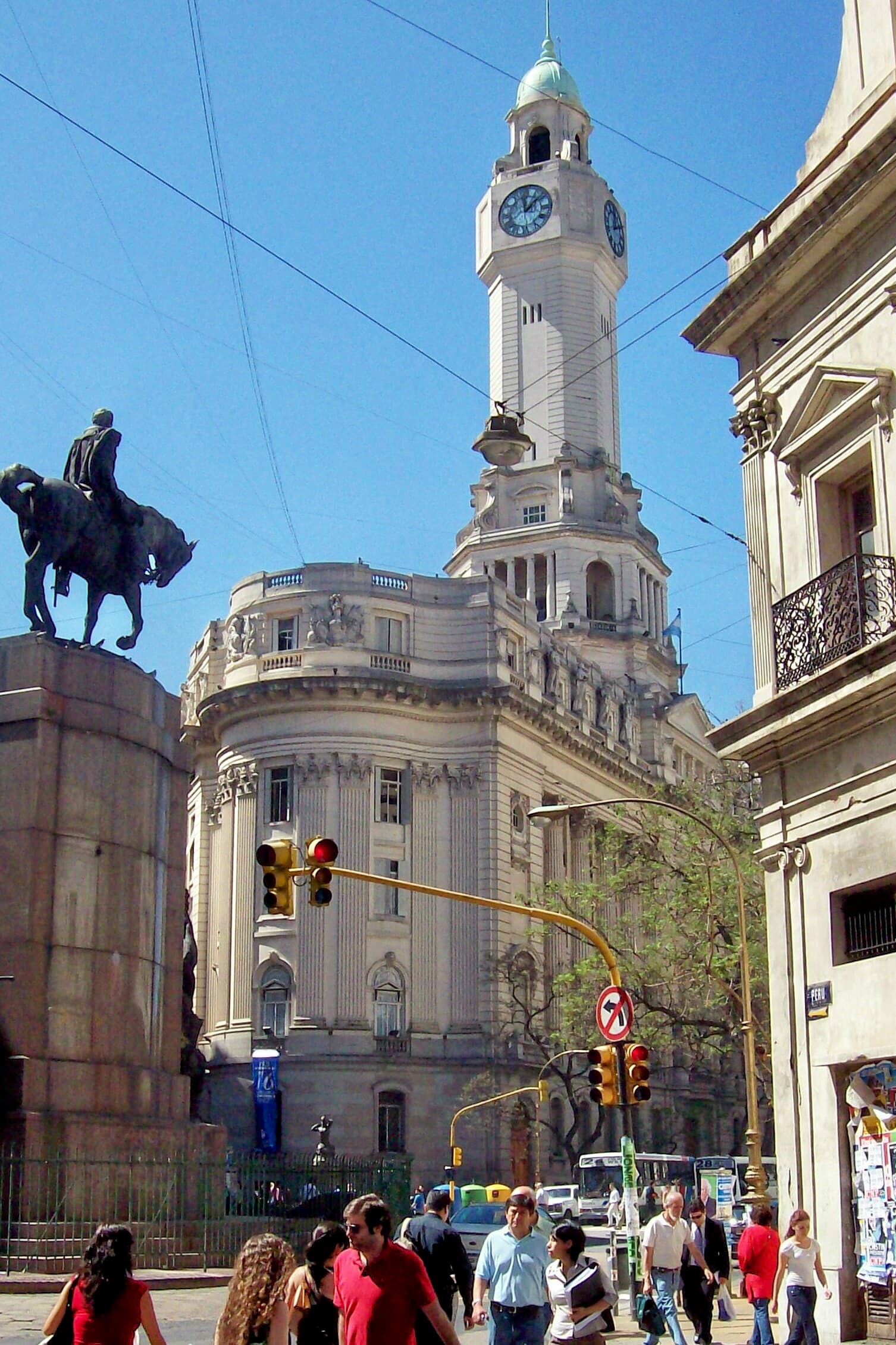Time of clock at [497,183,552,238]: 12:07
